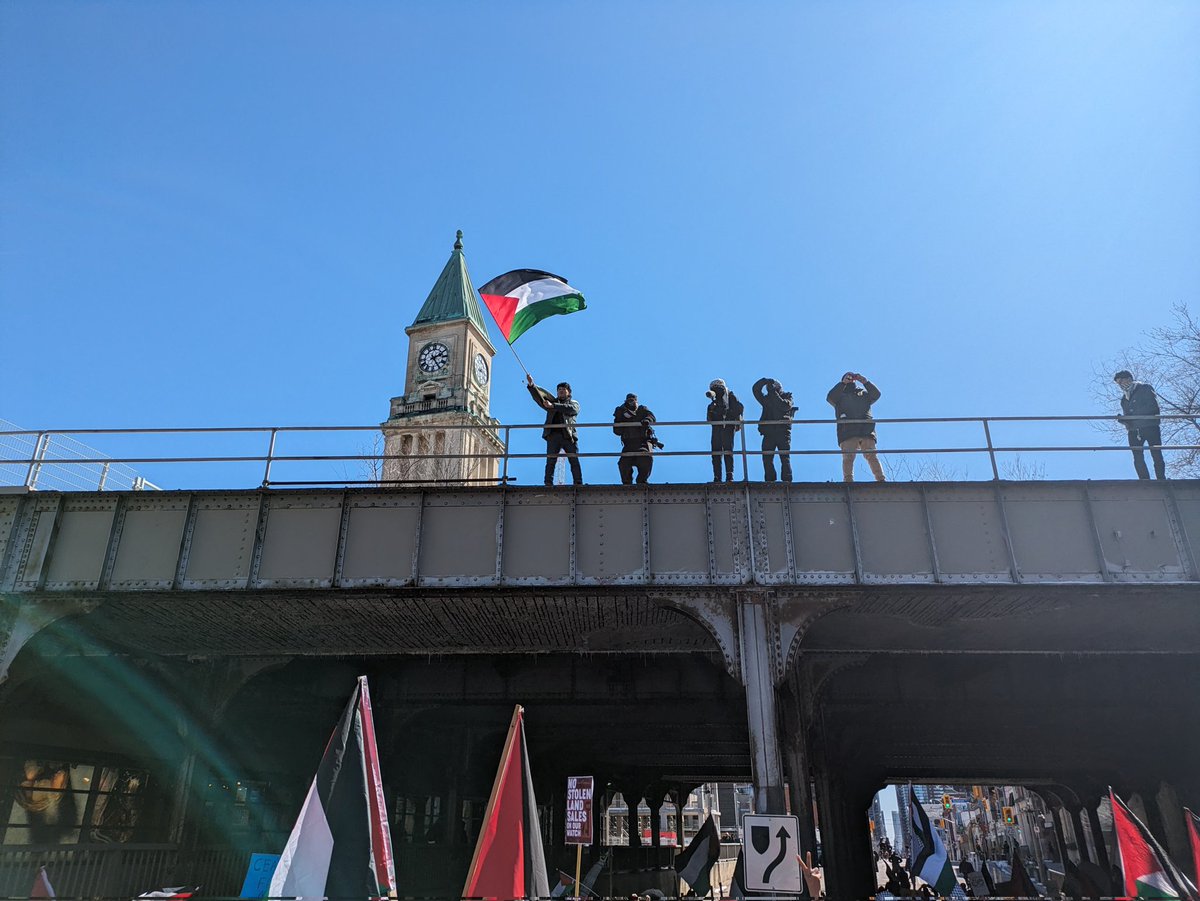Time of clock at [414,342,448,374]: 2:24
